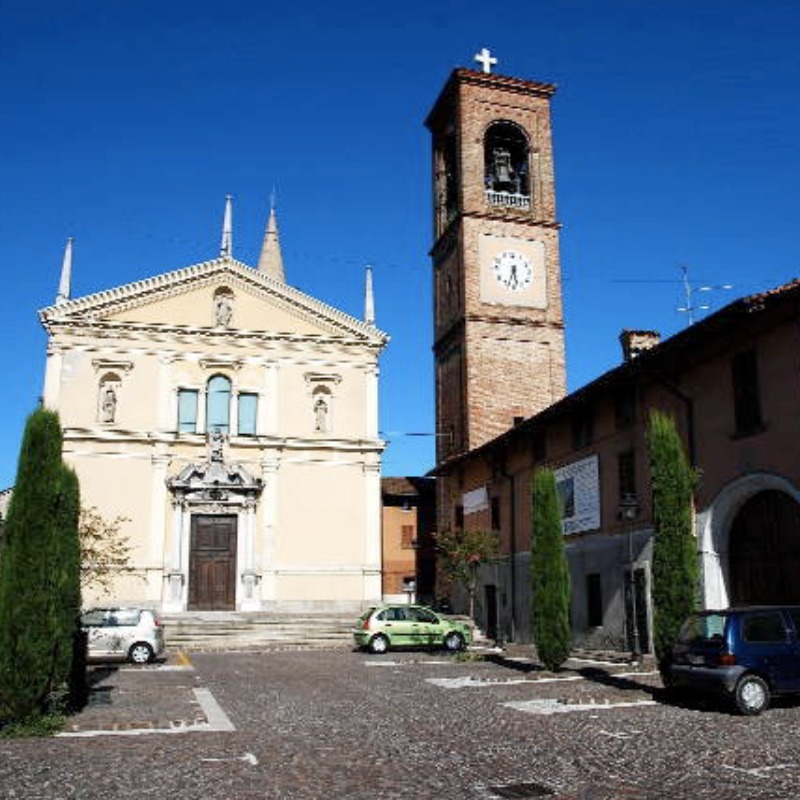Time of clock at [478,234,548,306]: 5:33
